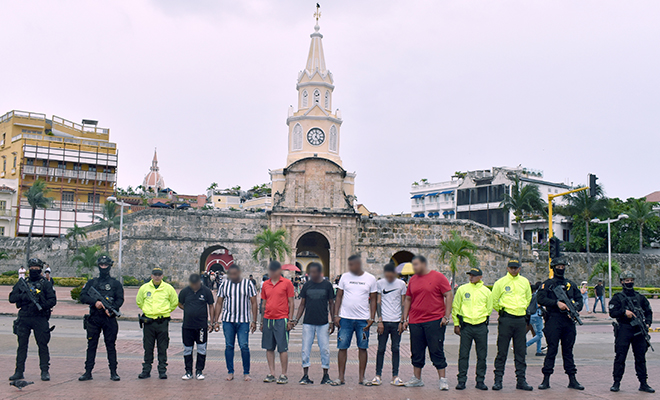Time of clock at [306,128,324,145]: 12:23
